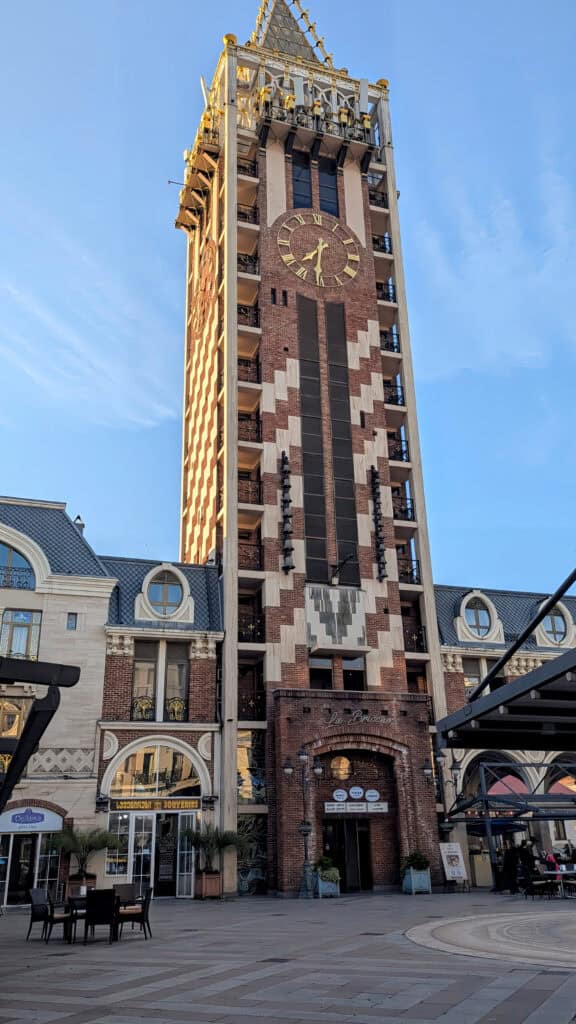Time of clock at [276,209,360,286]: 7:31
